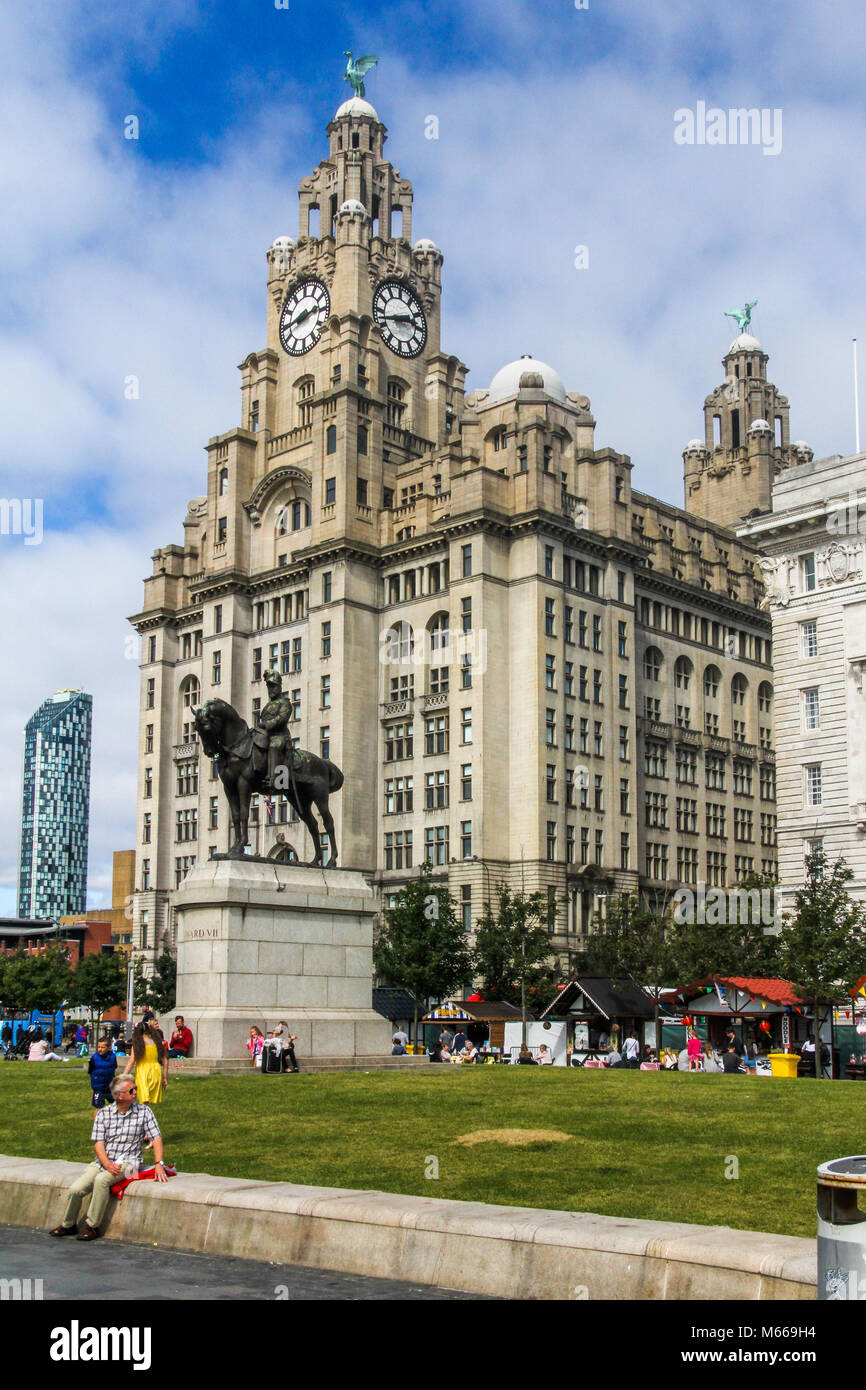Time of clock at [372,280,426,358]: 2:42
